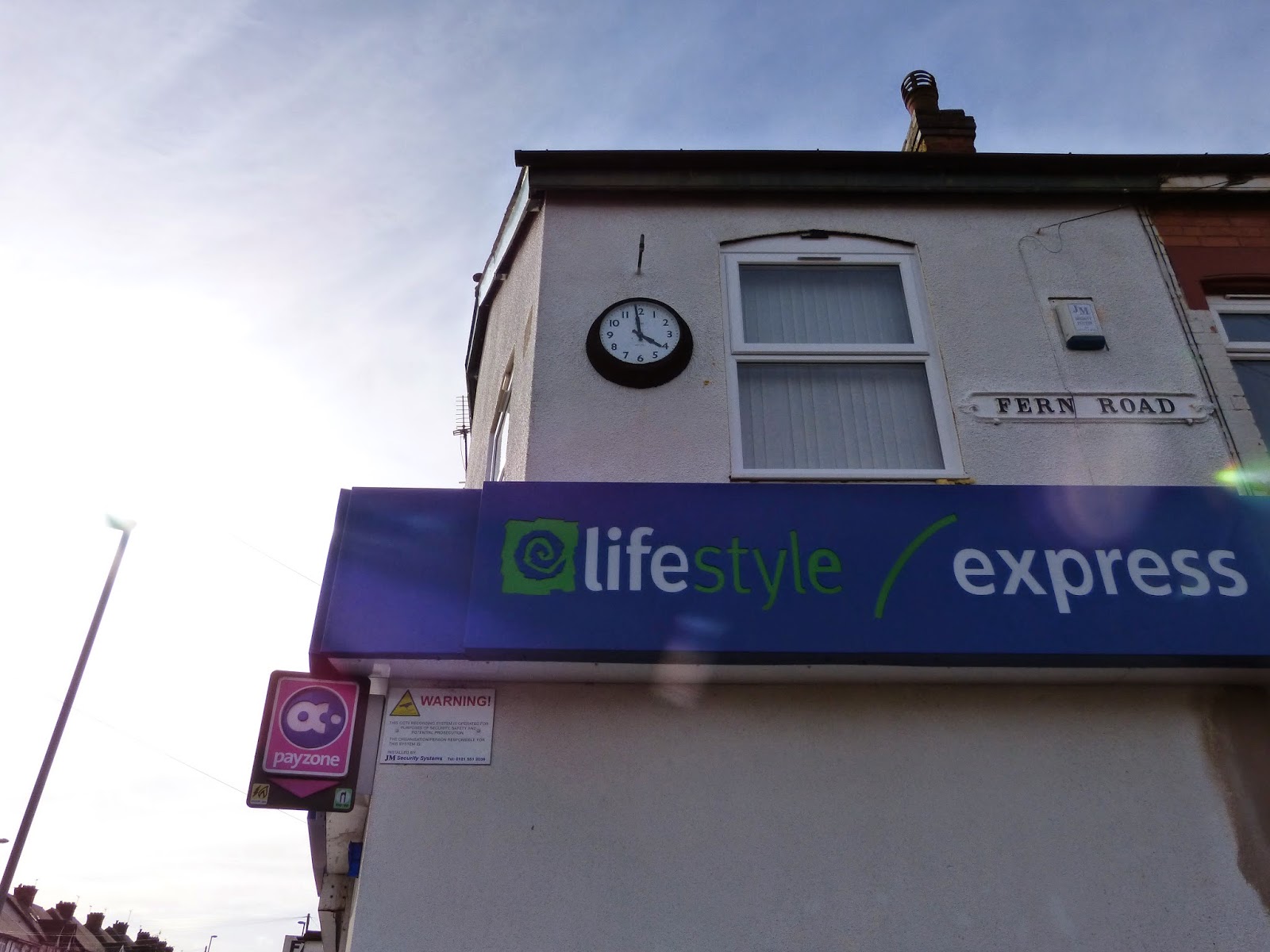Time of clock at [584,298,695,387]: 3:59
